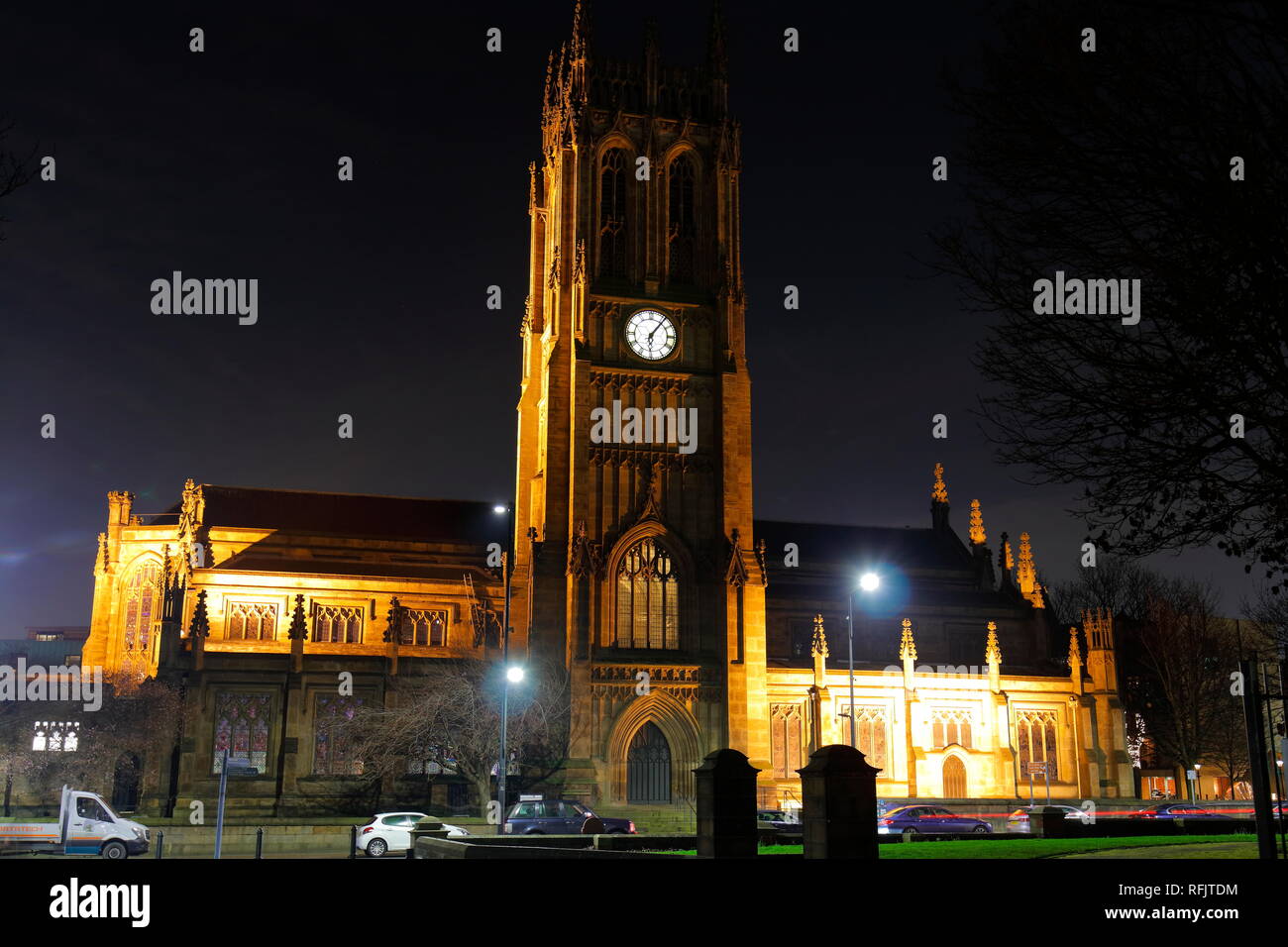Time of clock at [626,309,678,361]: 6:06
